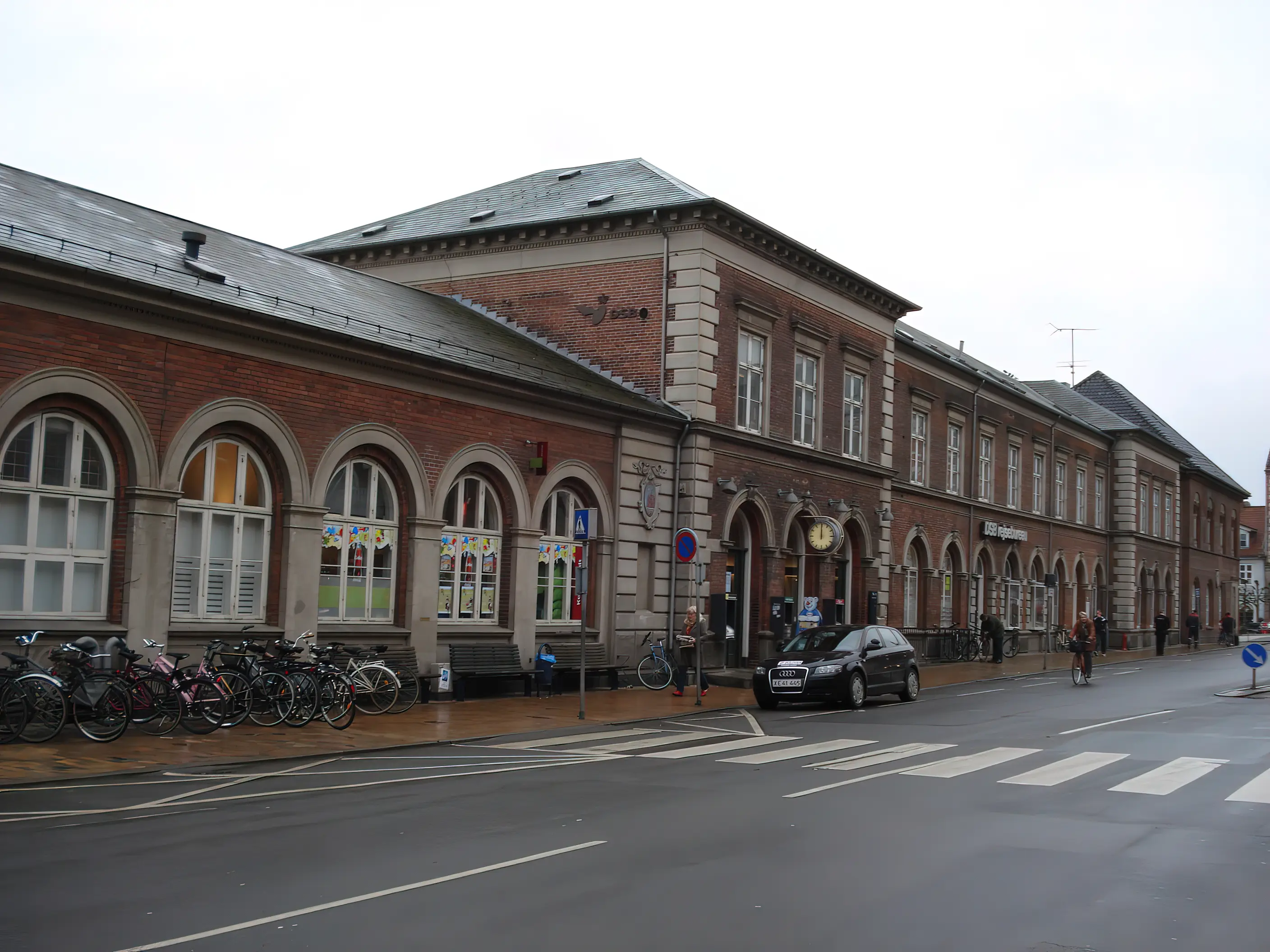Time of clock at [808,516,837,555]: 12:00
